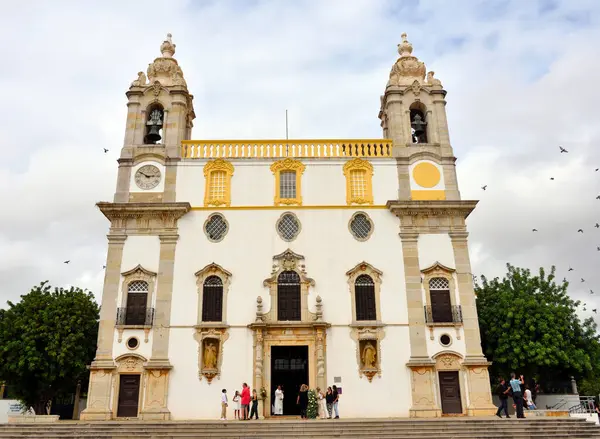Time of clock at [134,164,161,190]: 2:50
